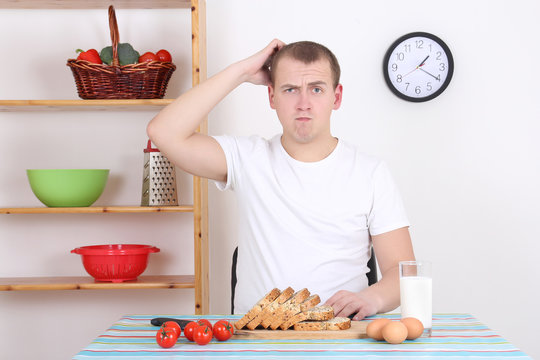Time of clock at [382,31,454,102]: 1:20
